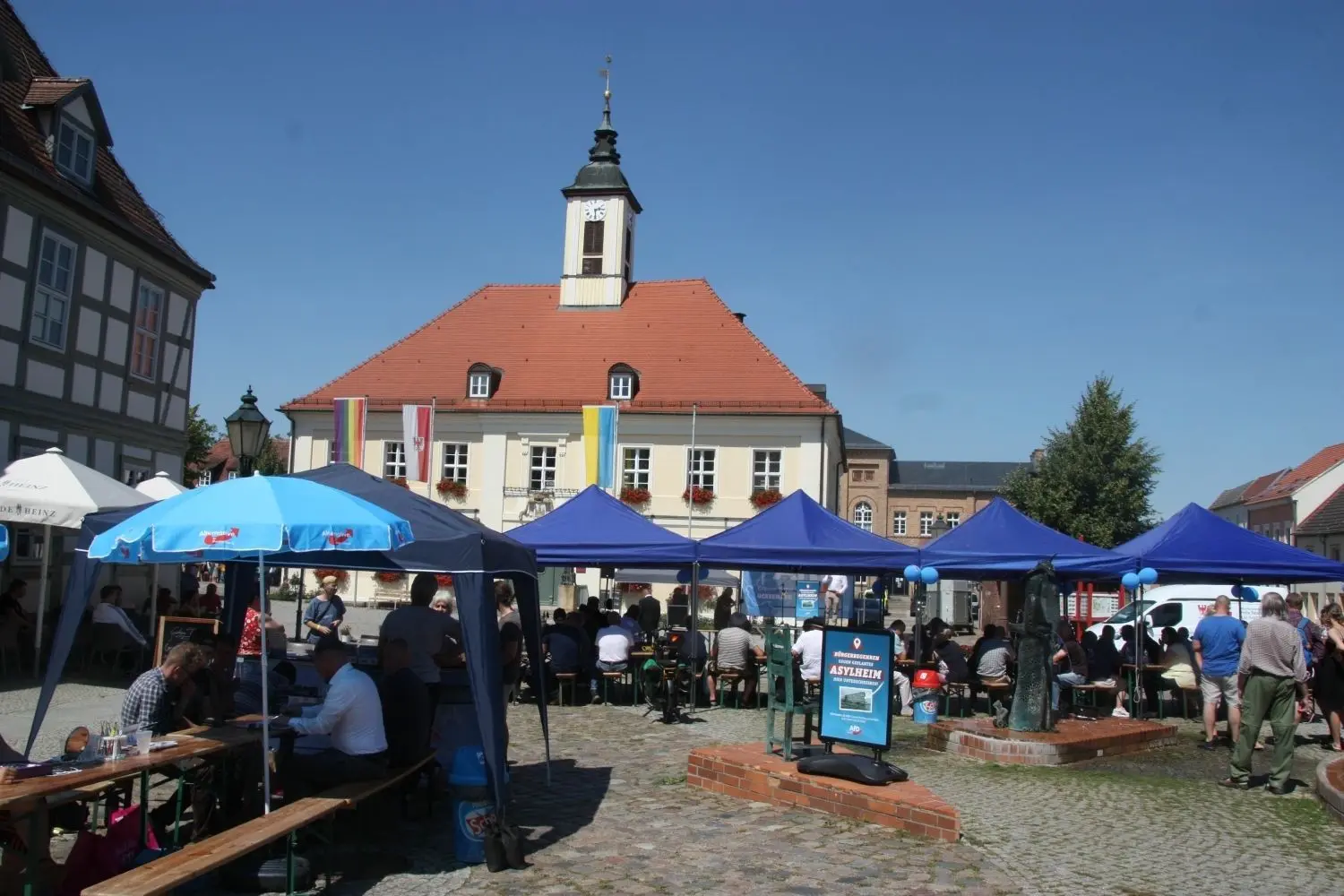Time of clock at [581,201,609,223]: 2:29
